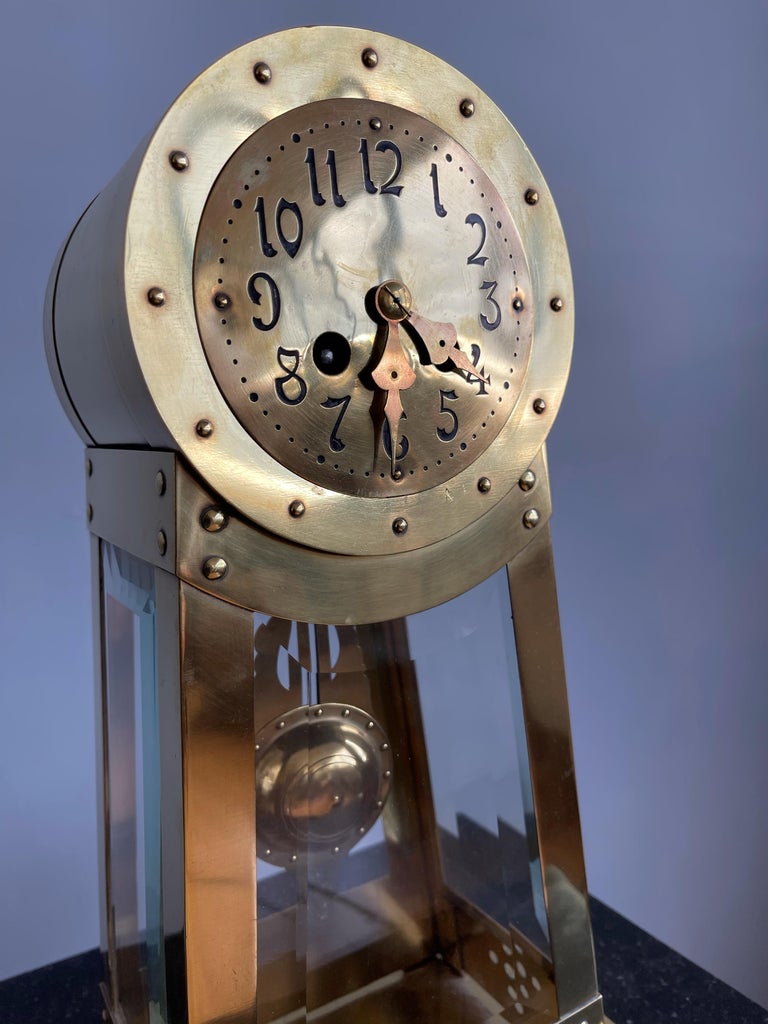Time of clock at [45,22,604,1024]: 4:31
